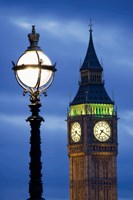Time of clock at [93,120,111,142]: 7:20
